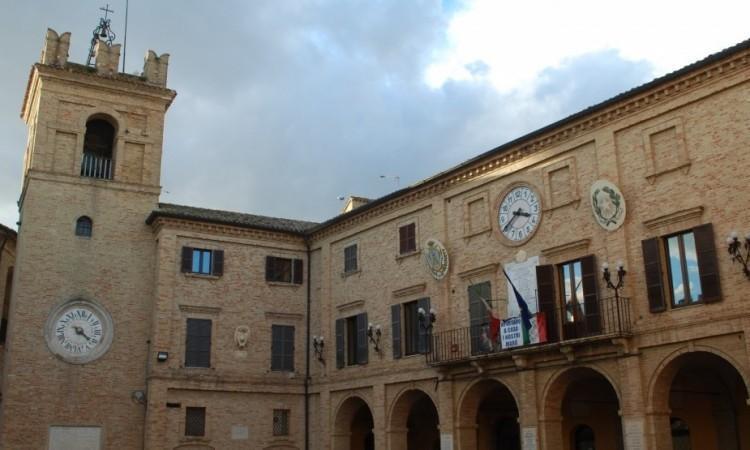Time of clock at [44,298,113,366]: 4:21
